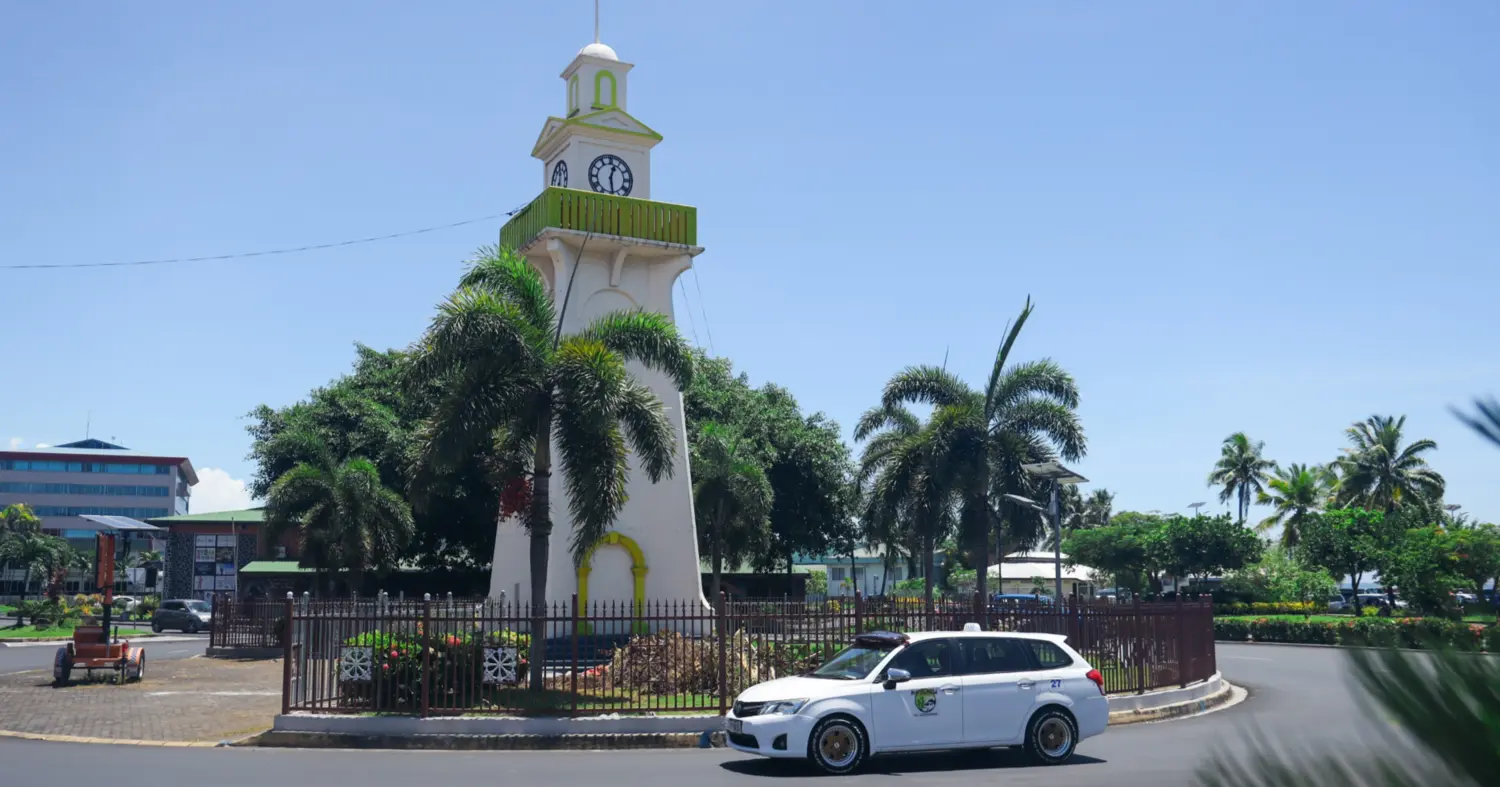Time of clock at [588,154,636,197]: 12:28
